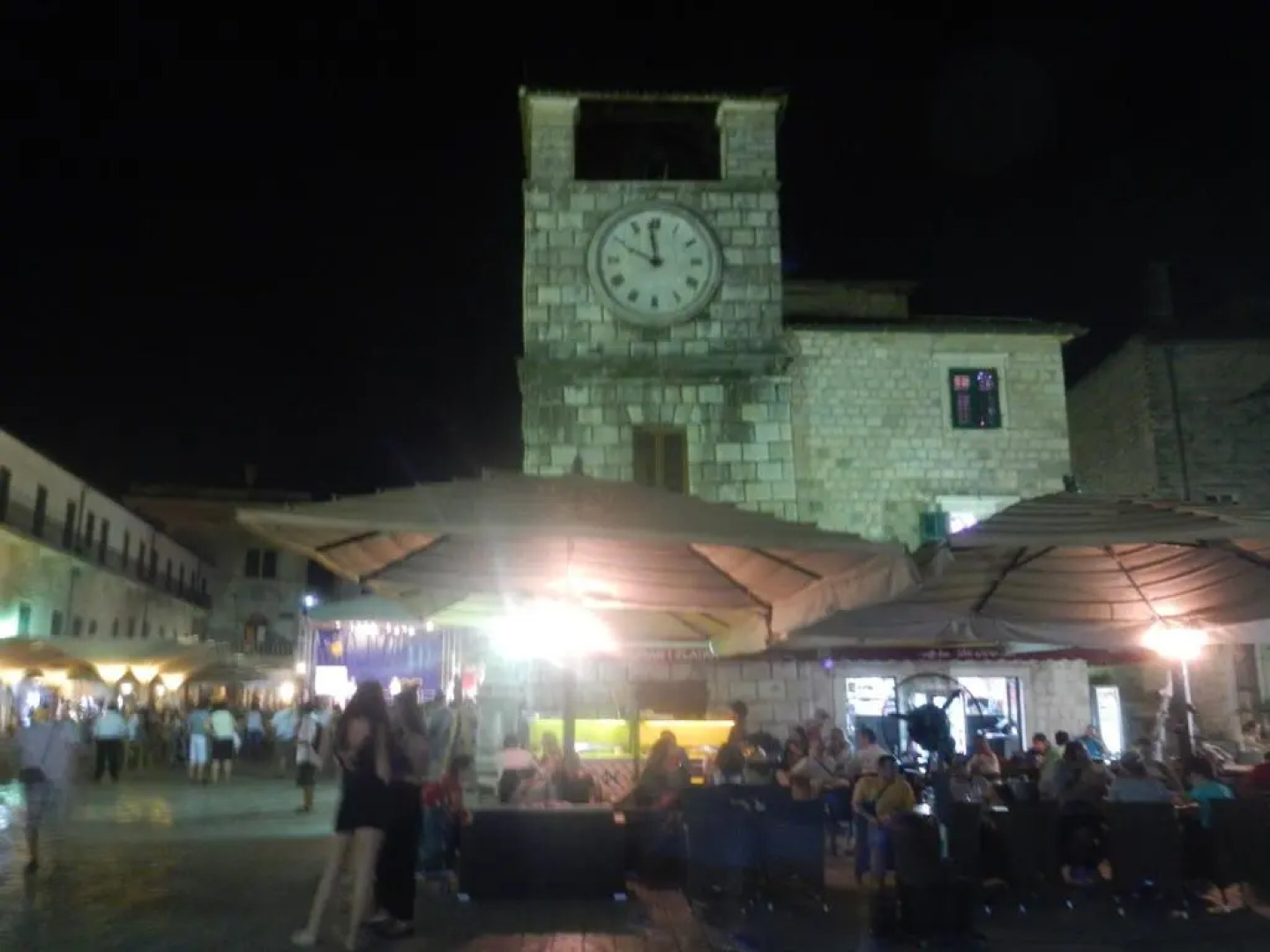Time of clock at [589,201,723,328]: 9:58
